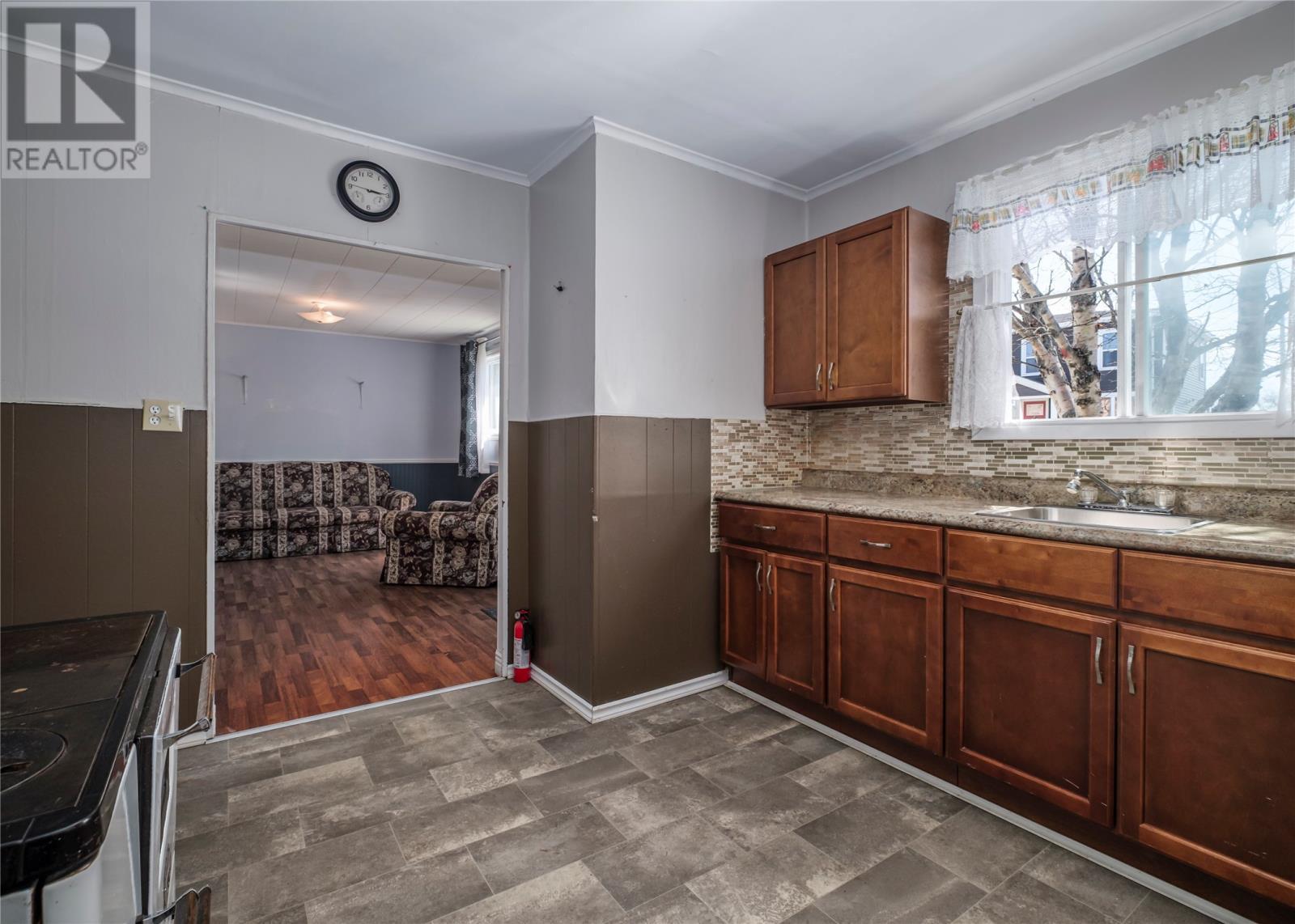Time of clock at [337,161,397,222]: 3:14
